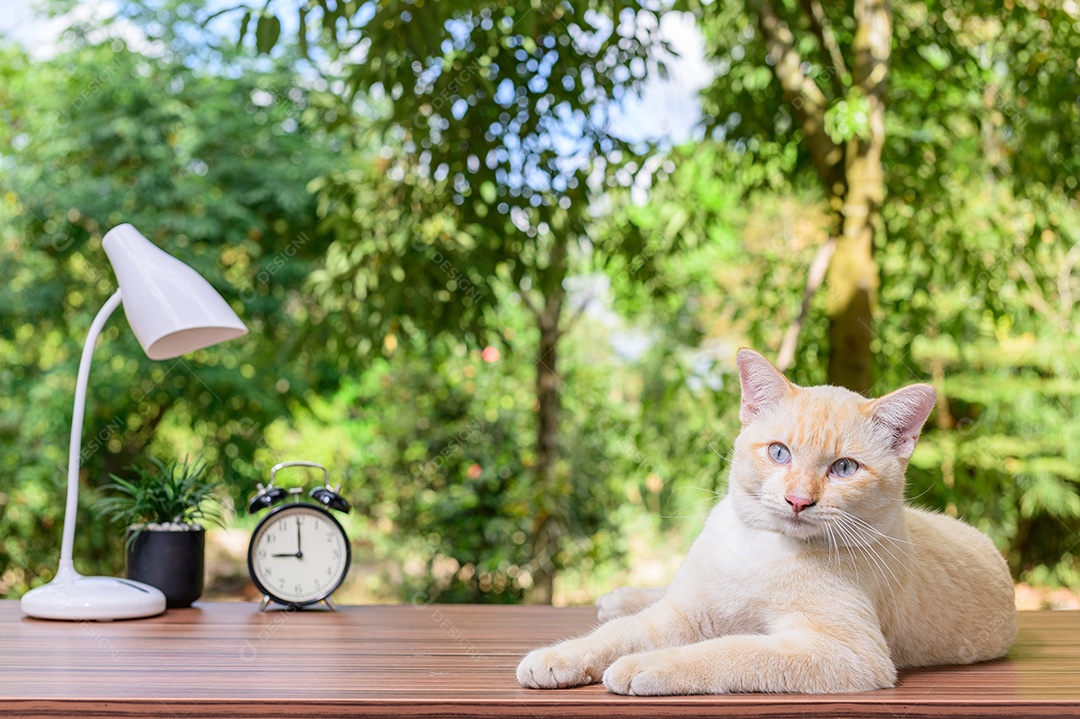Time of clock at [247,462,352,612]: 9:00
